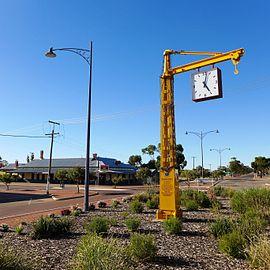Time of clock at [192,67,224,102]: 5:02
